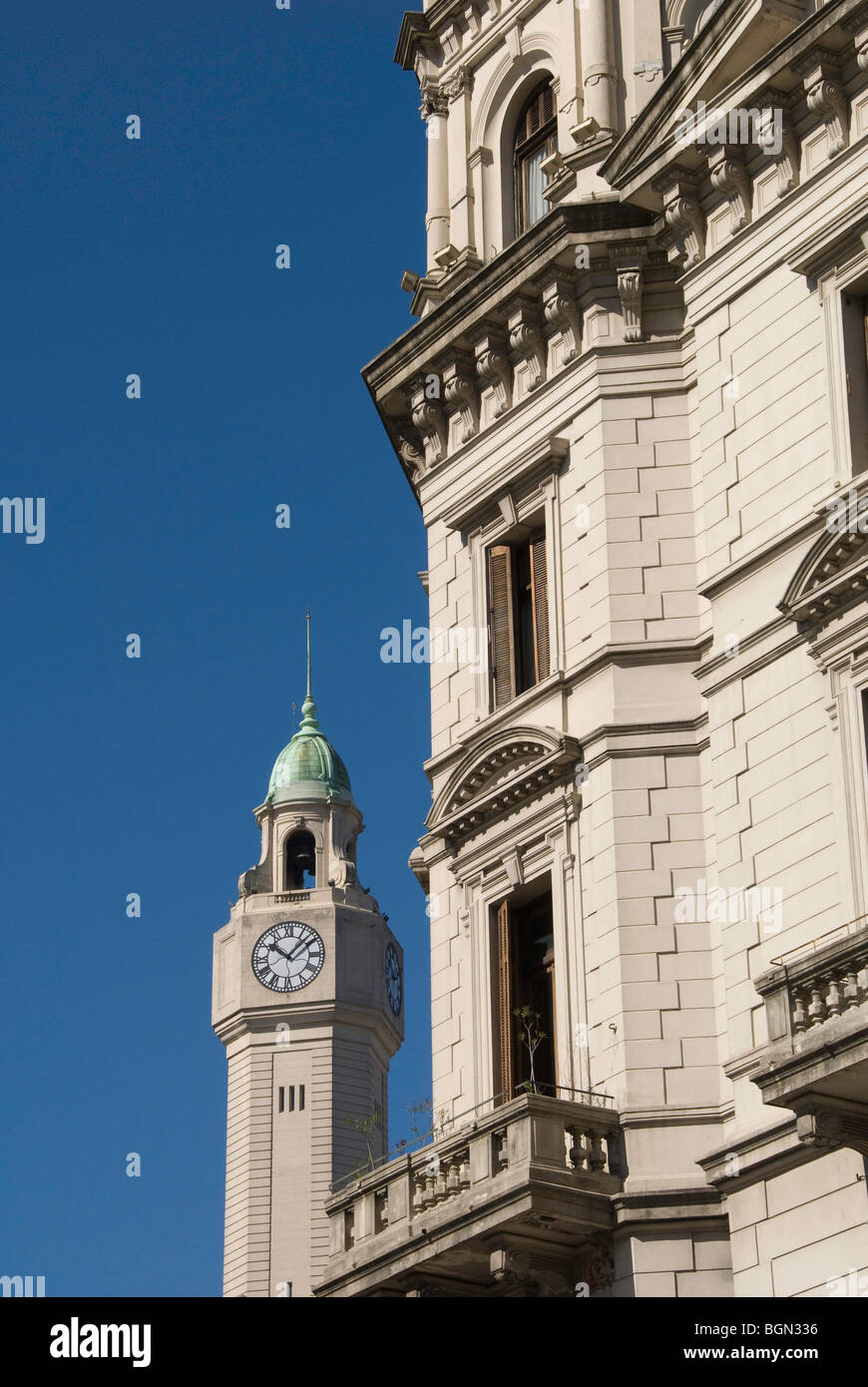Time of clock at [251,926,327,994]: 10:07
